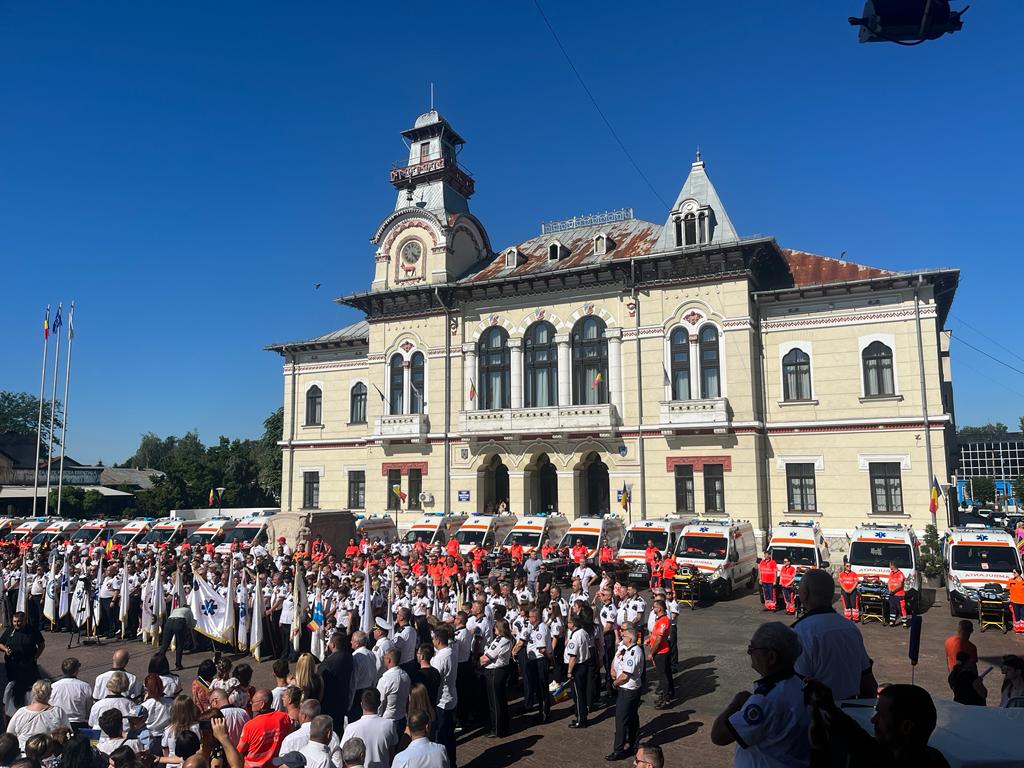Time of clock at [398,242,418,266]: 4:22
